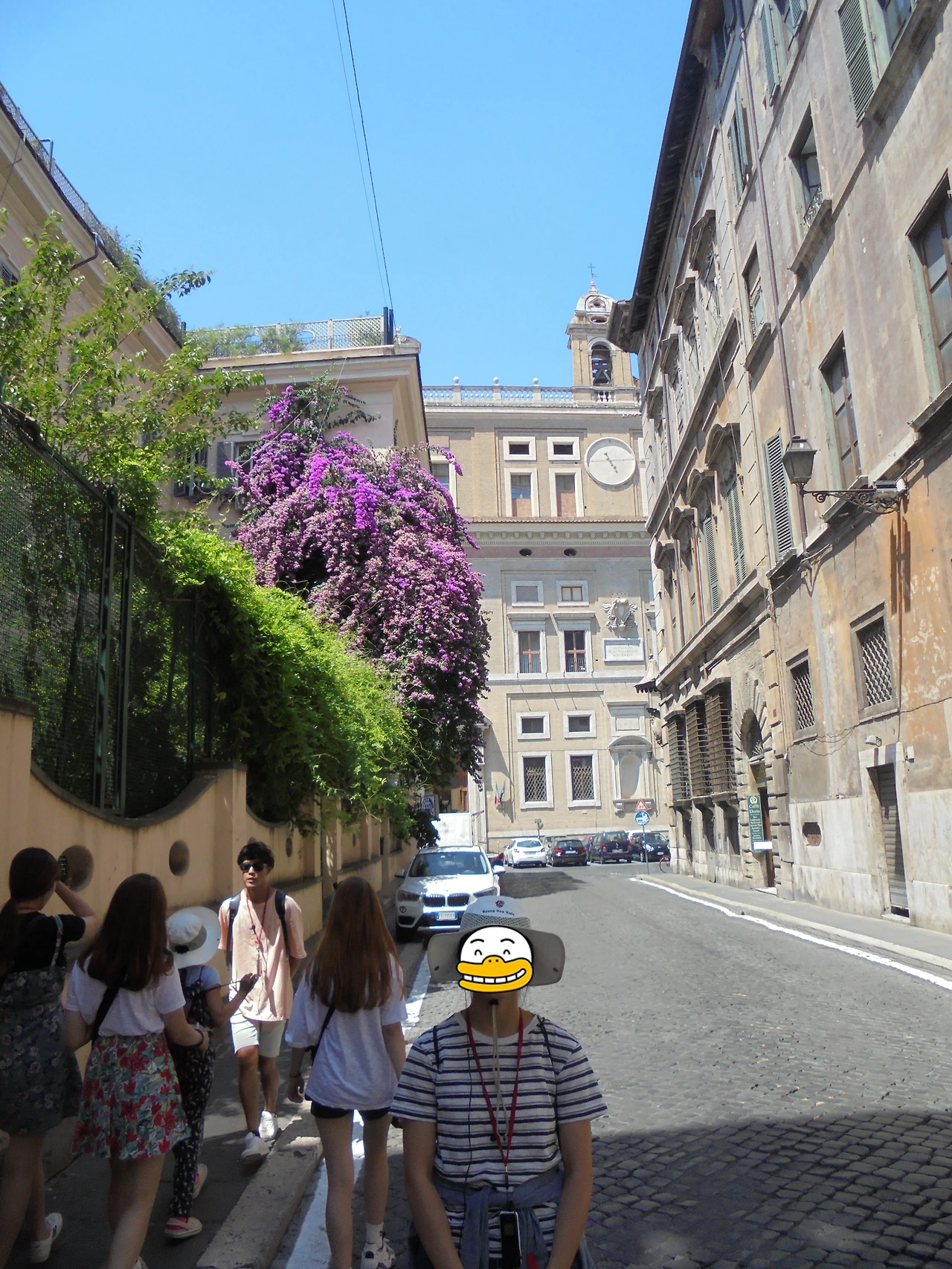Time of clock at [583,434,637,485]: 4:44
